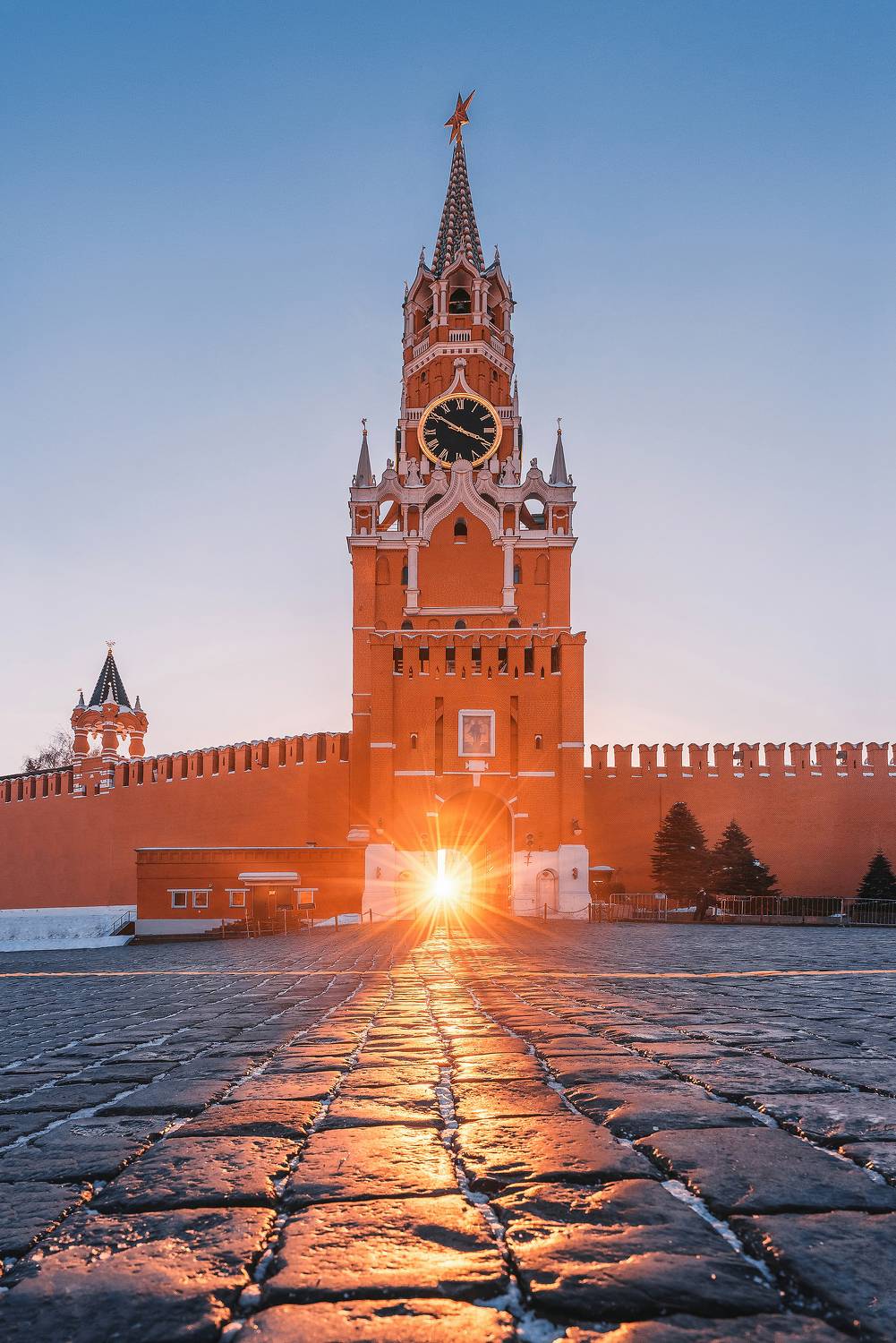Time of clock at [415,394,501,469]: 3:50
